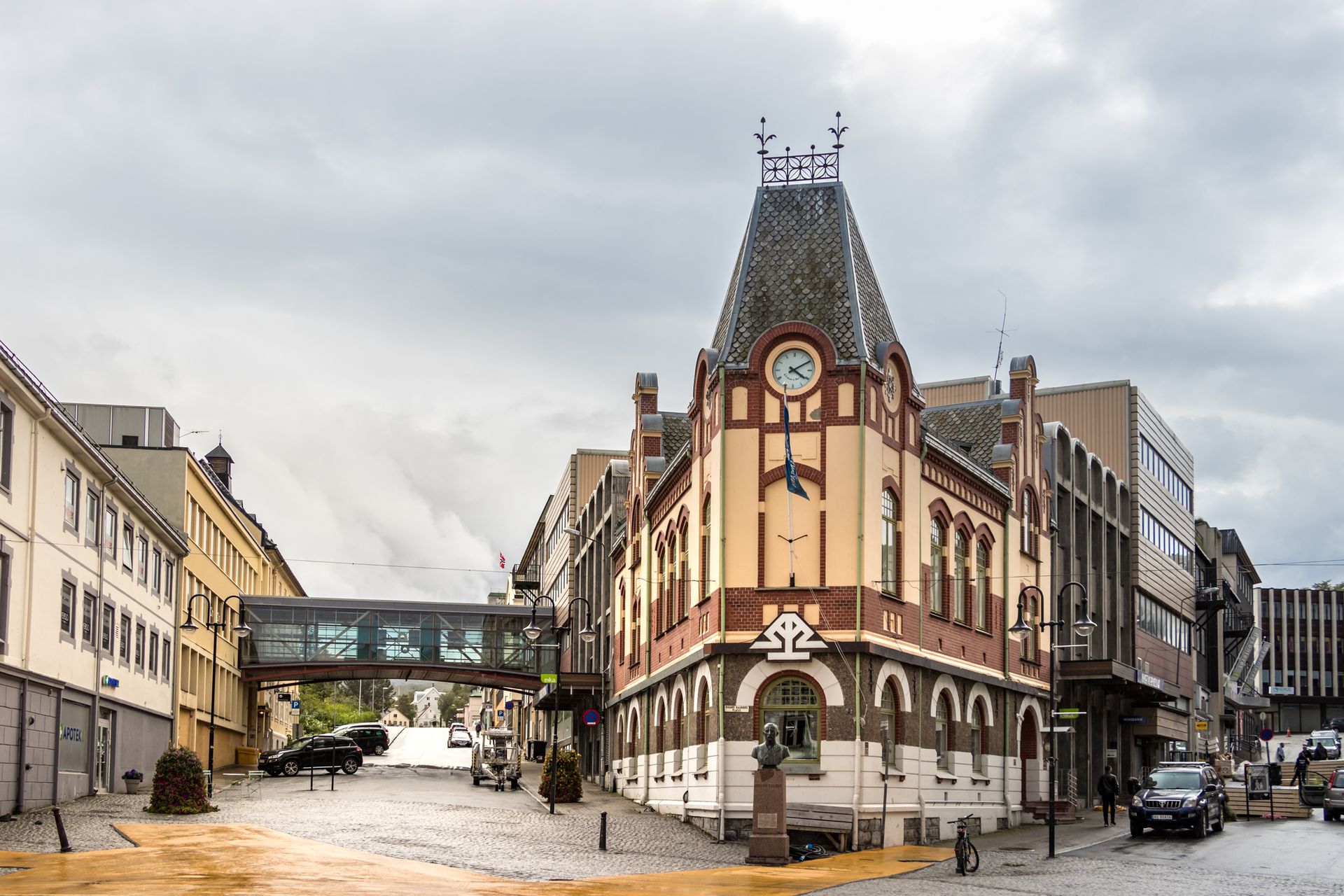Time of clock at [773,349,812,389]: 4:09
